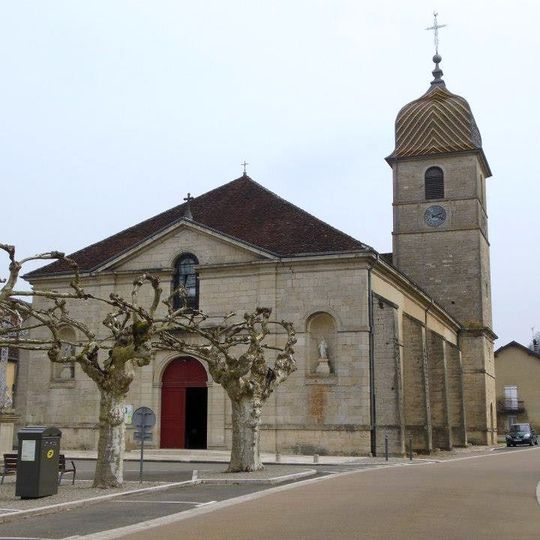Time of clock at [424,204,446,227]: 2:18
